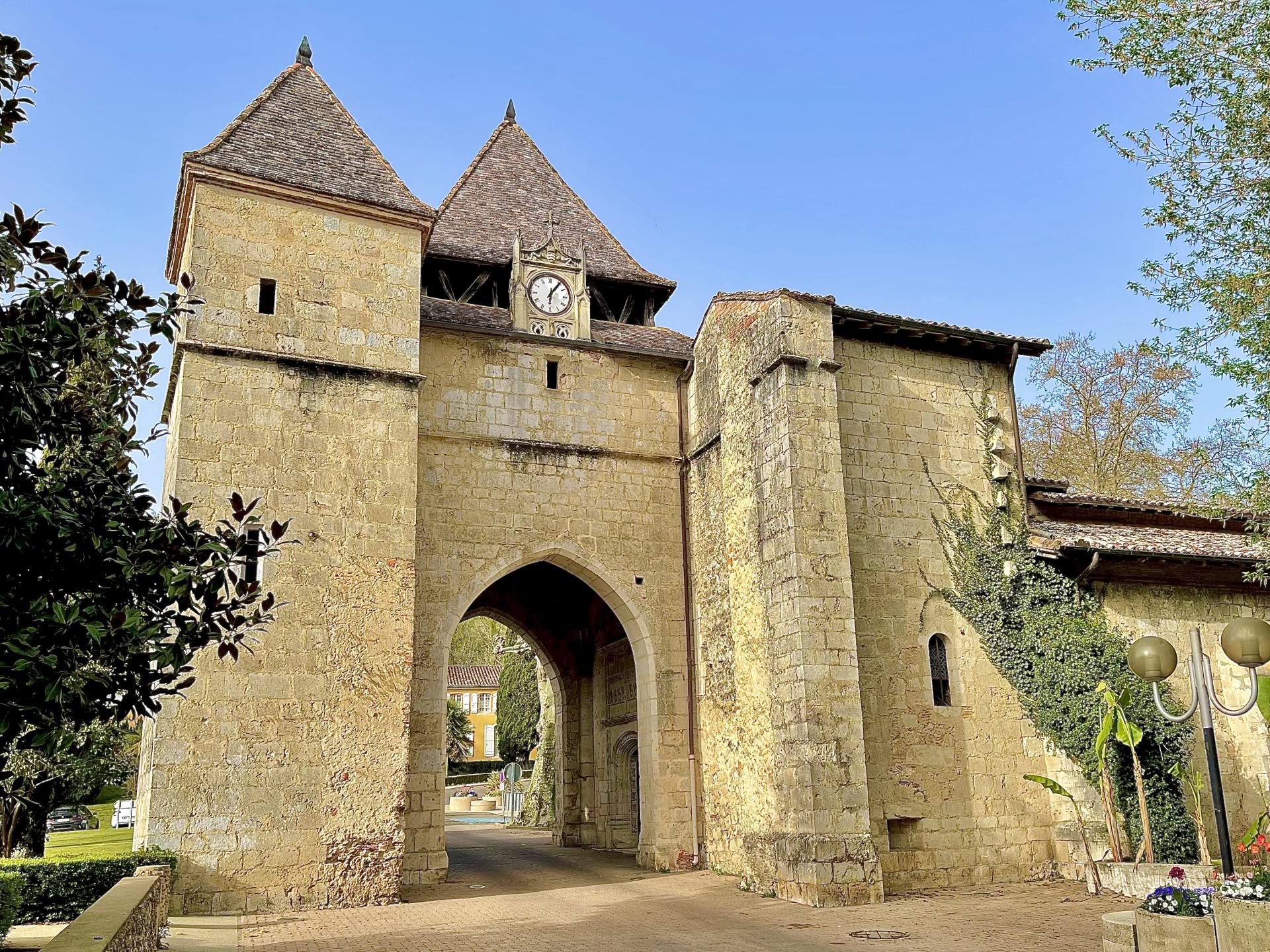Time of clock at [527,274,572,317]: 6:05
